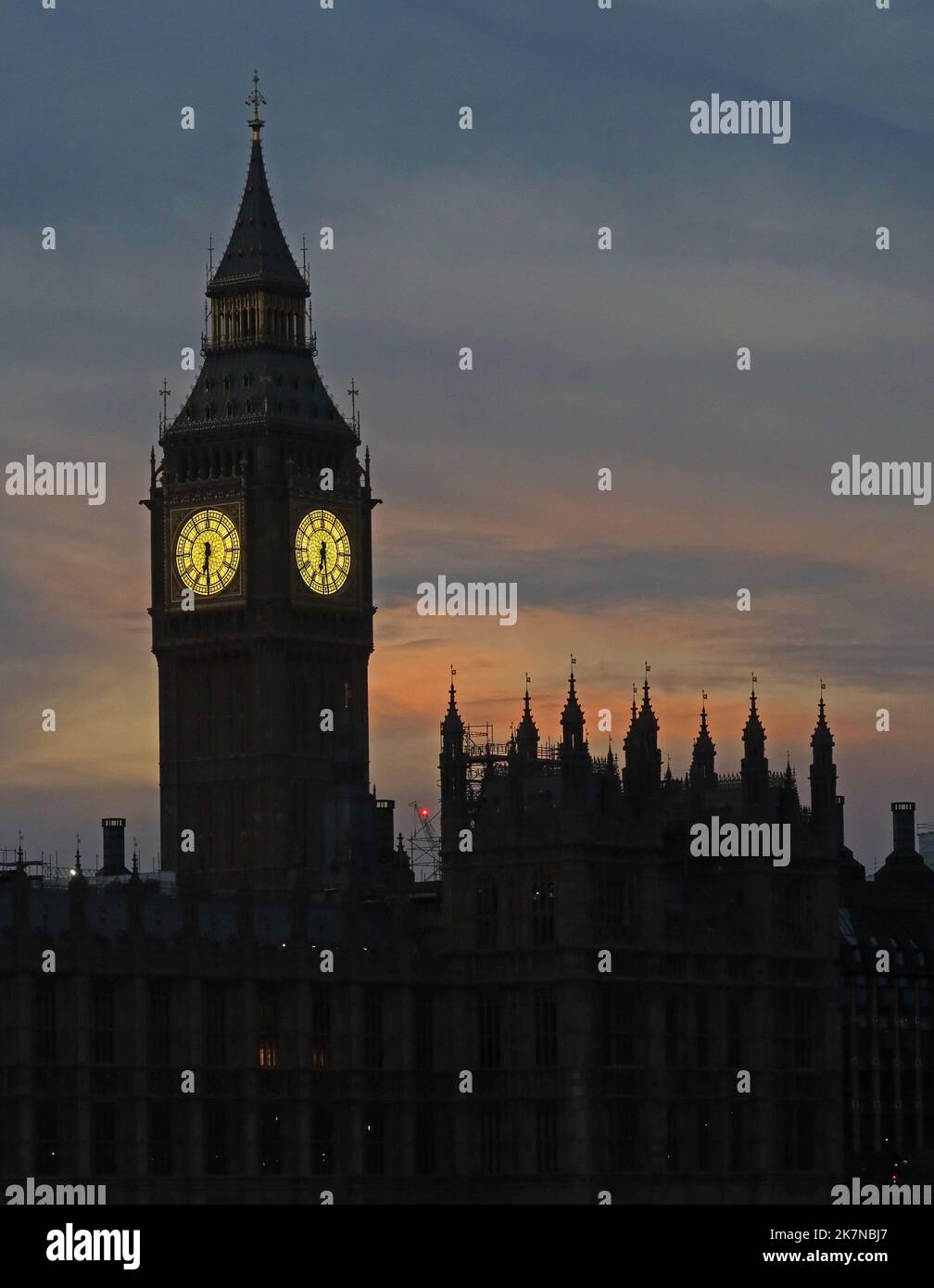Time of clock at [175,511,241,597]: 6:29
